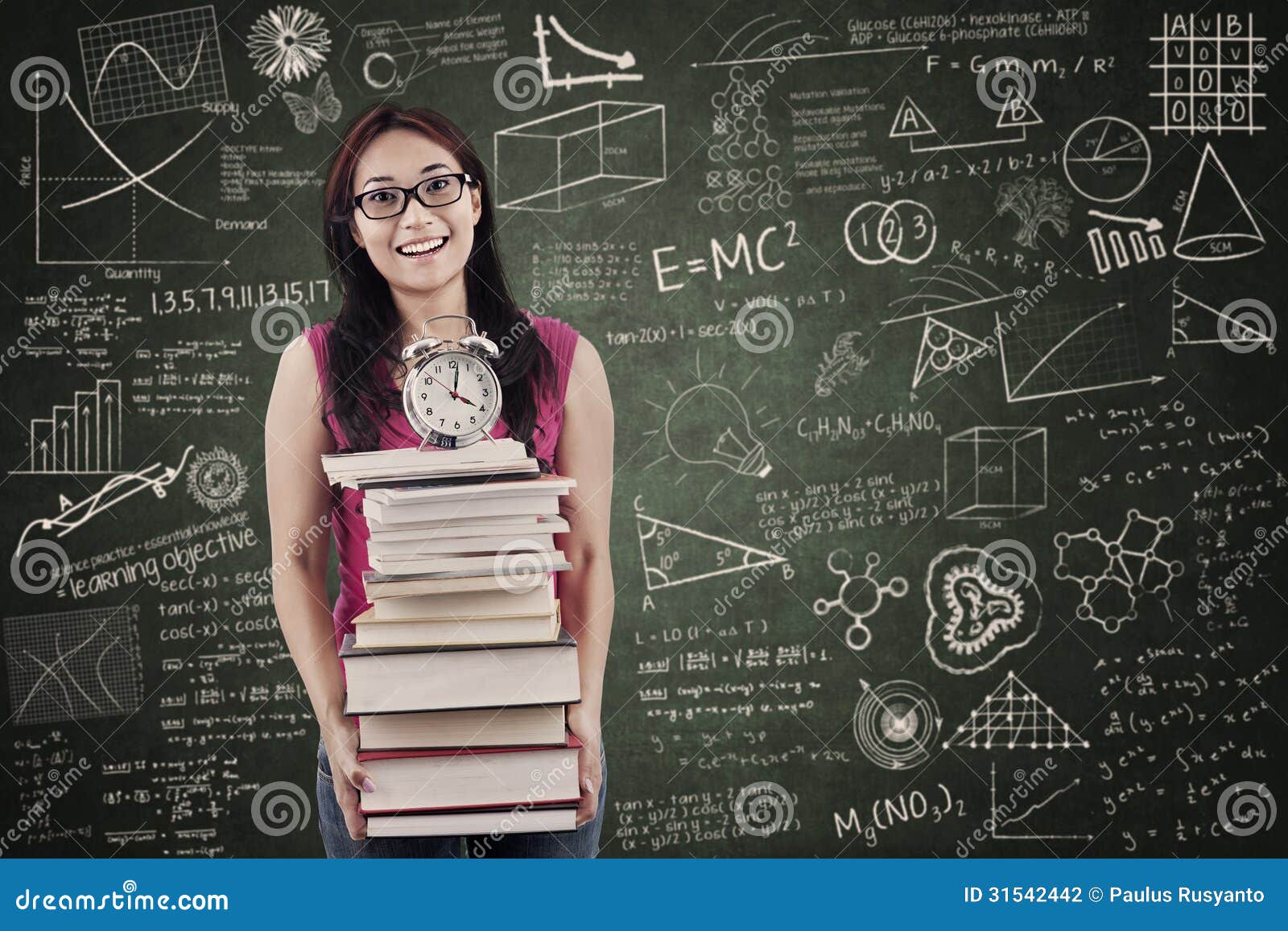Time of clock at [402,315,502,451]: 4:01
